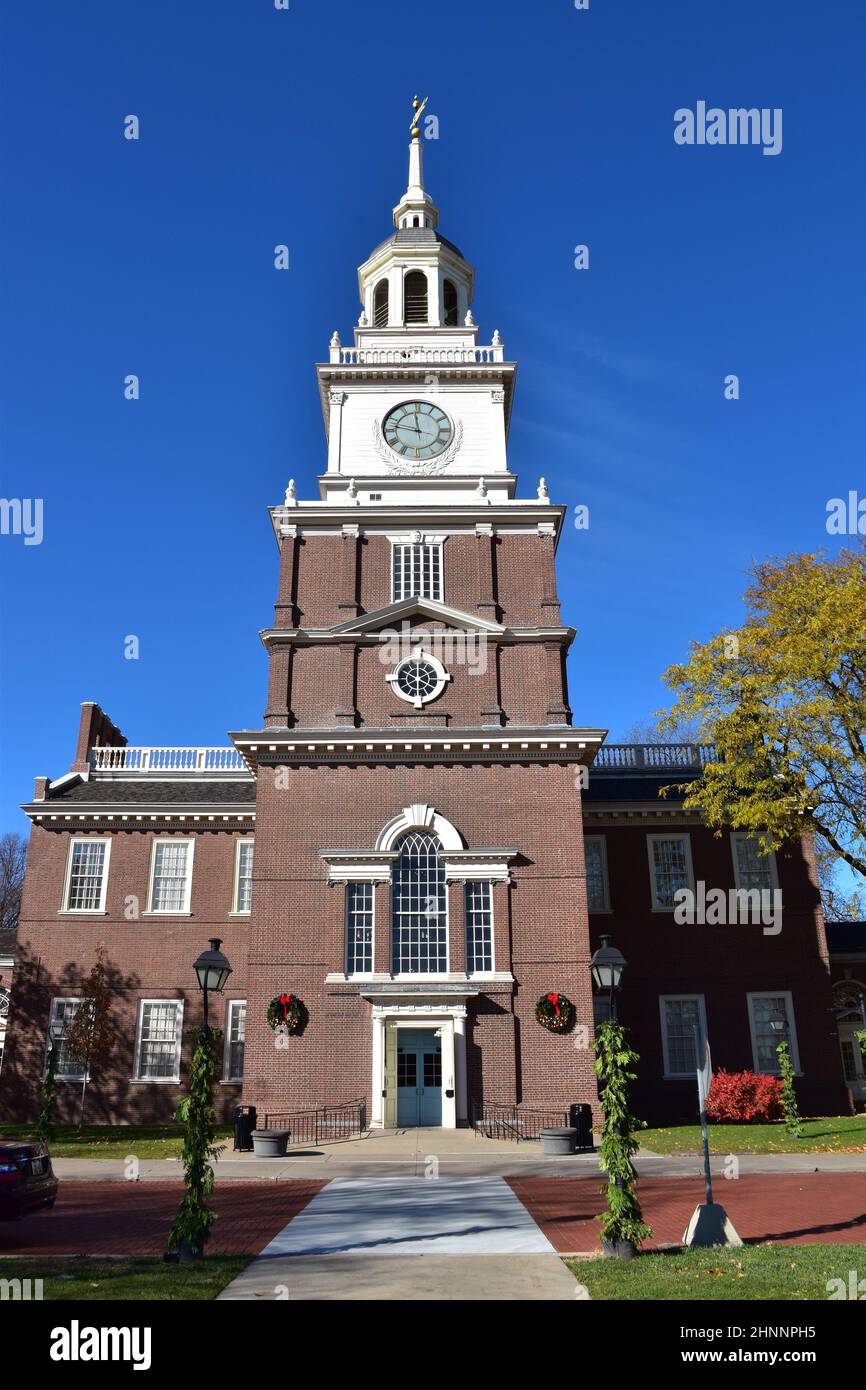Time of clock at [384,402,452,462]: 11:46
